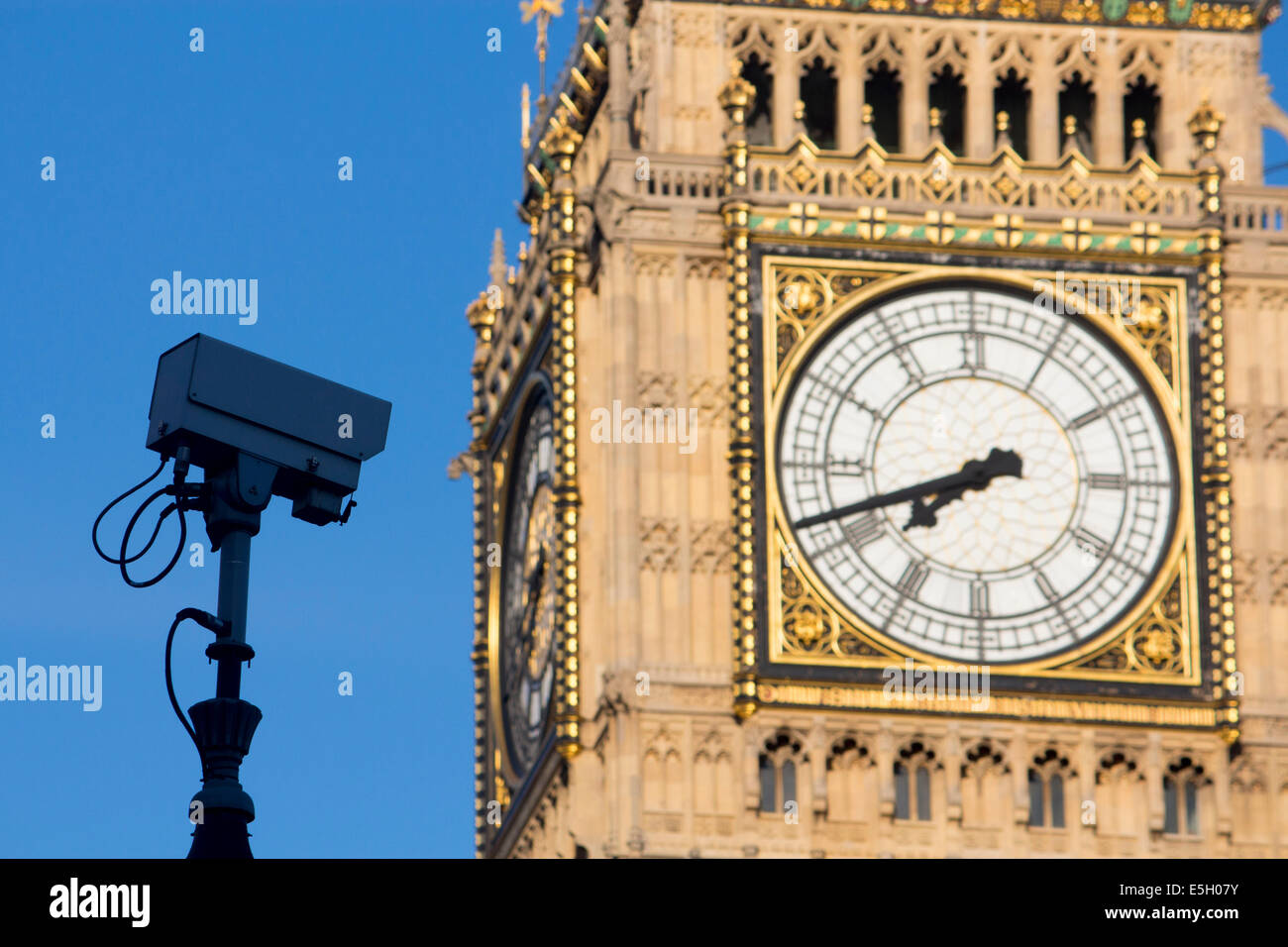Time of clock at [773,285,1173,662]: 7:41
